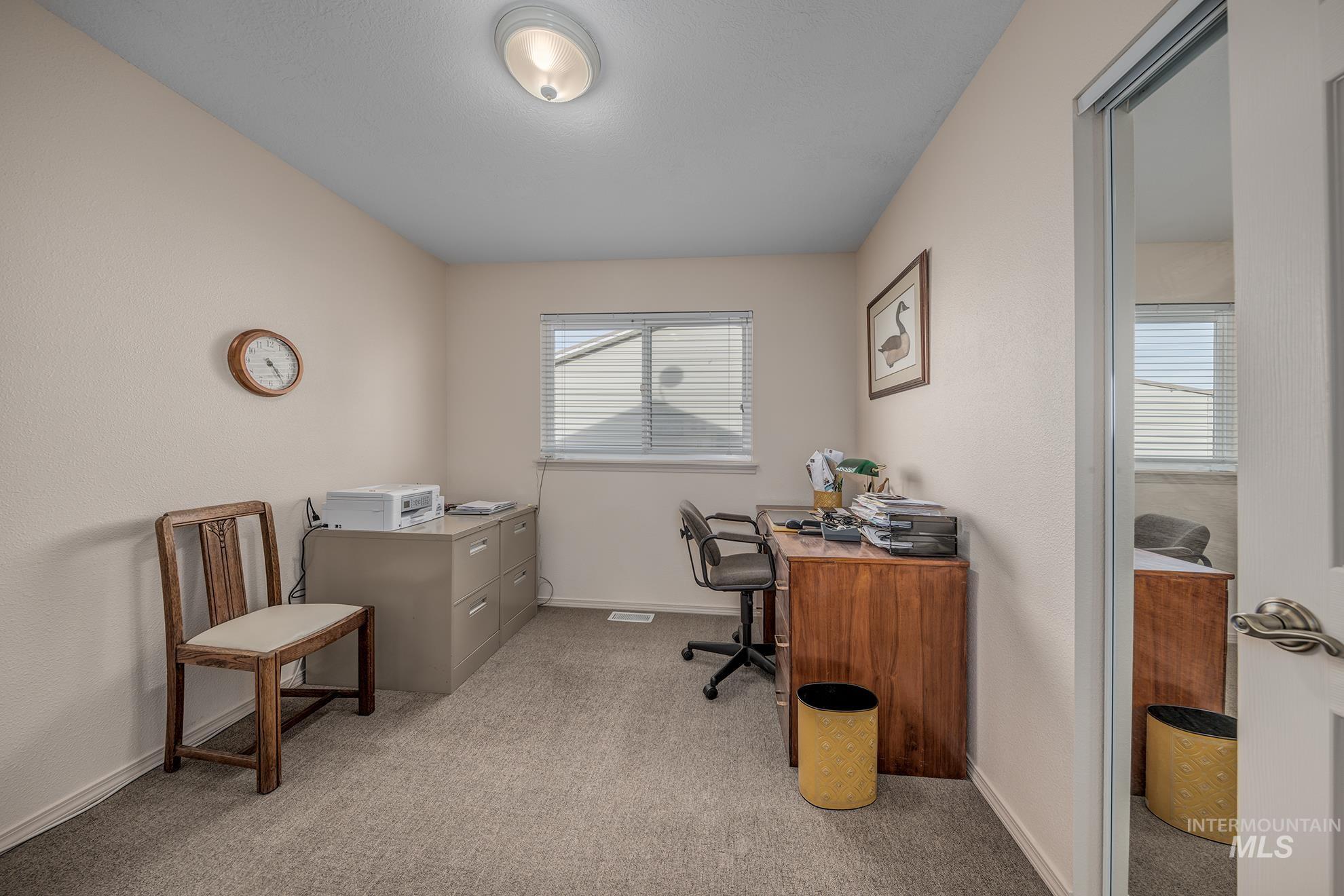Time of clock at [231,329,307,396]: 4:23
